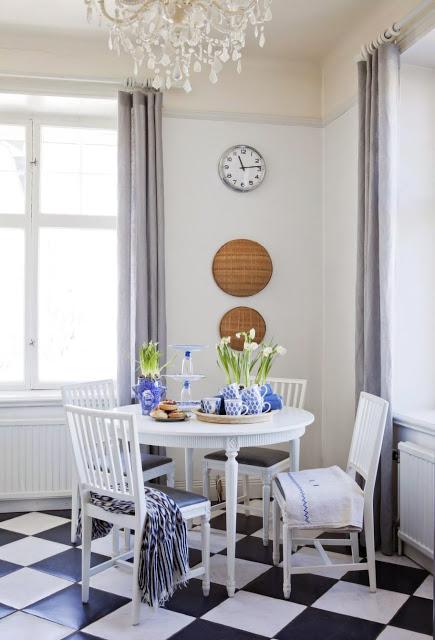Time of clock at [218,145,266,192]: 11:13
